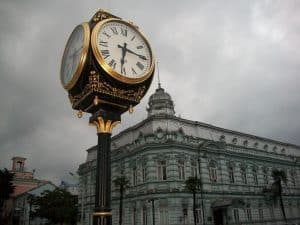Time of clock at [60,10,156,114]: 6:15
